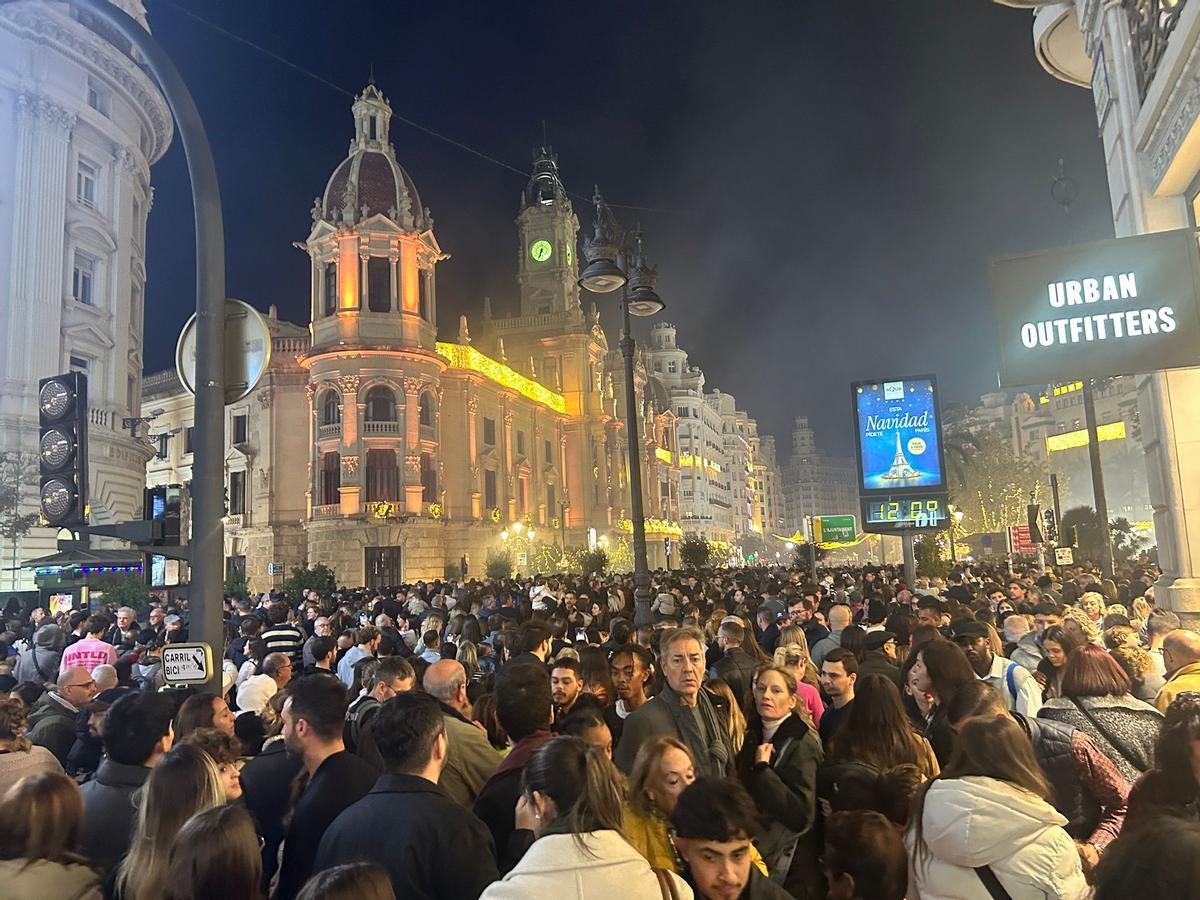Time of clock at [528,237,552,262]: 6:32
